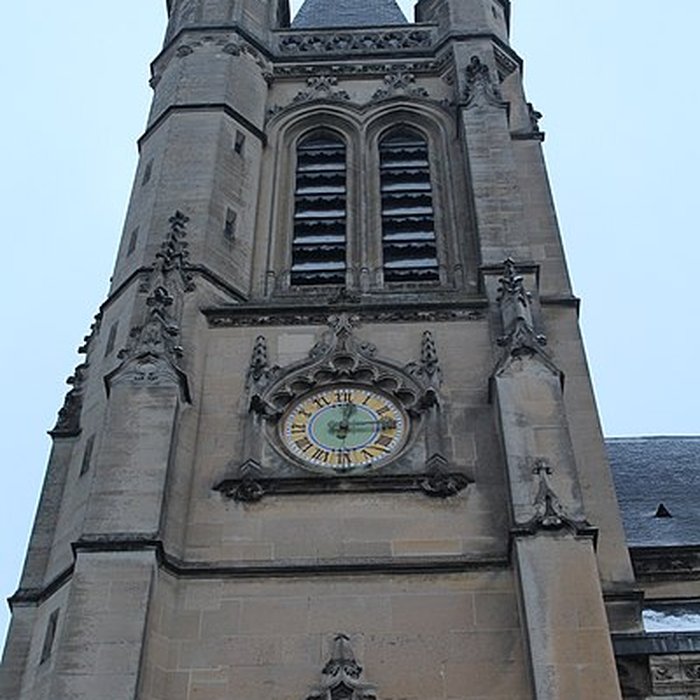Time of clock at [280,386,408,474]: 12:14
